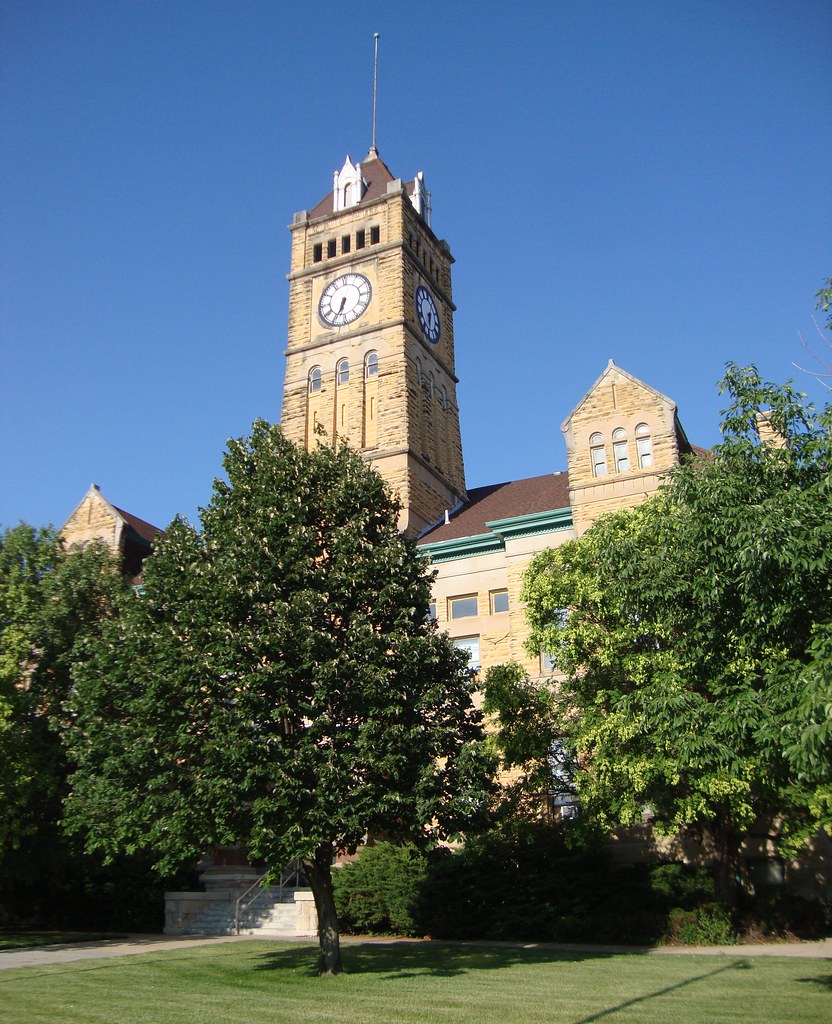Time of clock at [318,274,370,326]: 6:34
